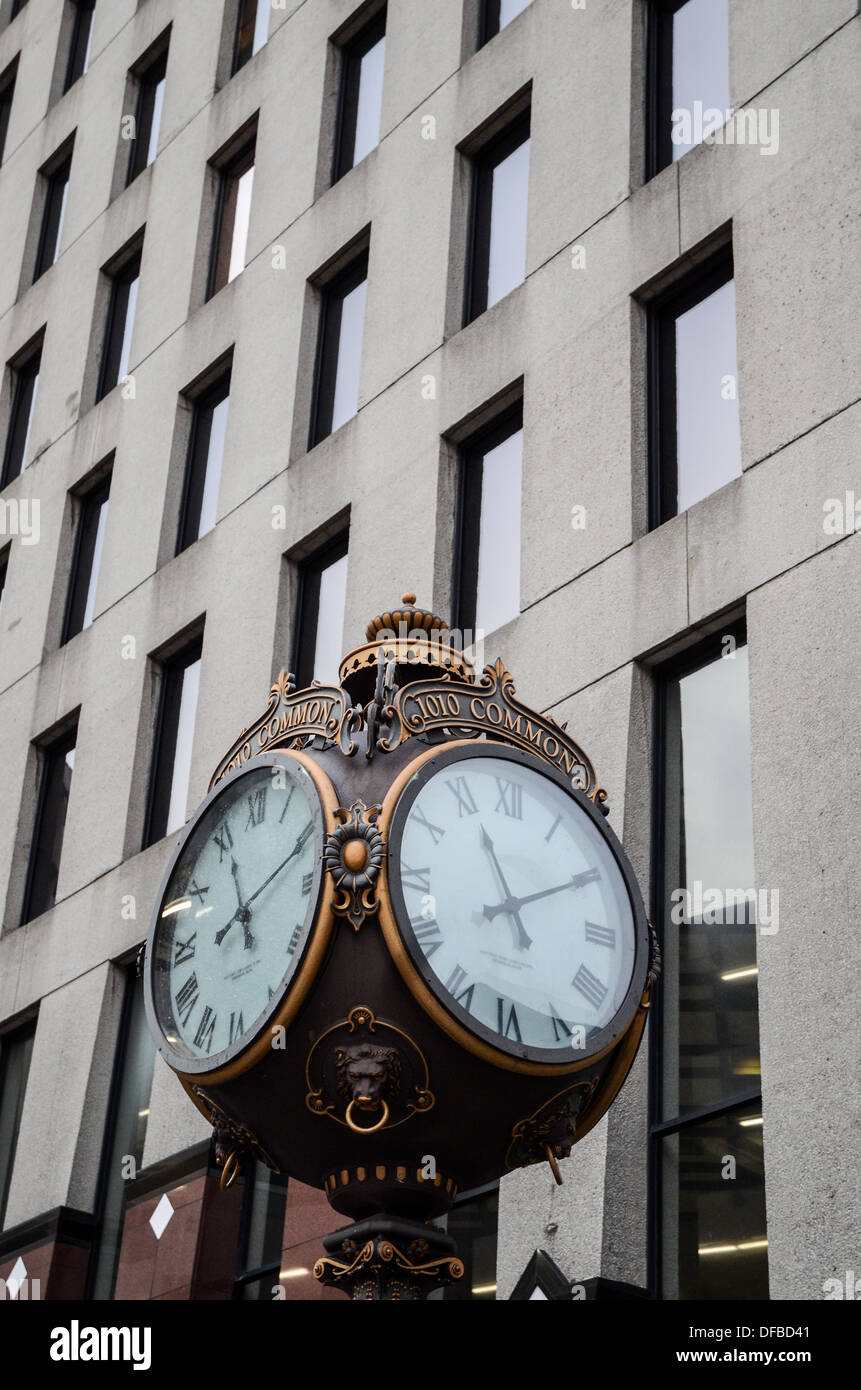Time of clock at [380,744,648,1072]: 11:10
